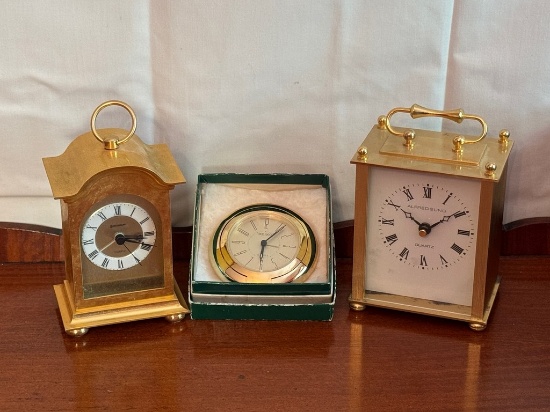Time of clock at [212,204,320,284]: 6:07
